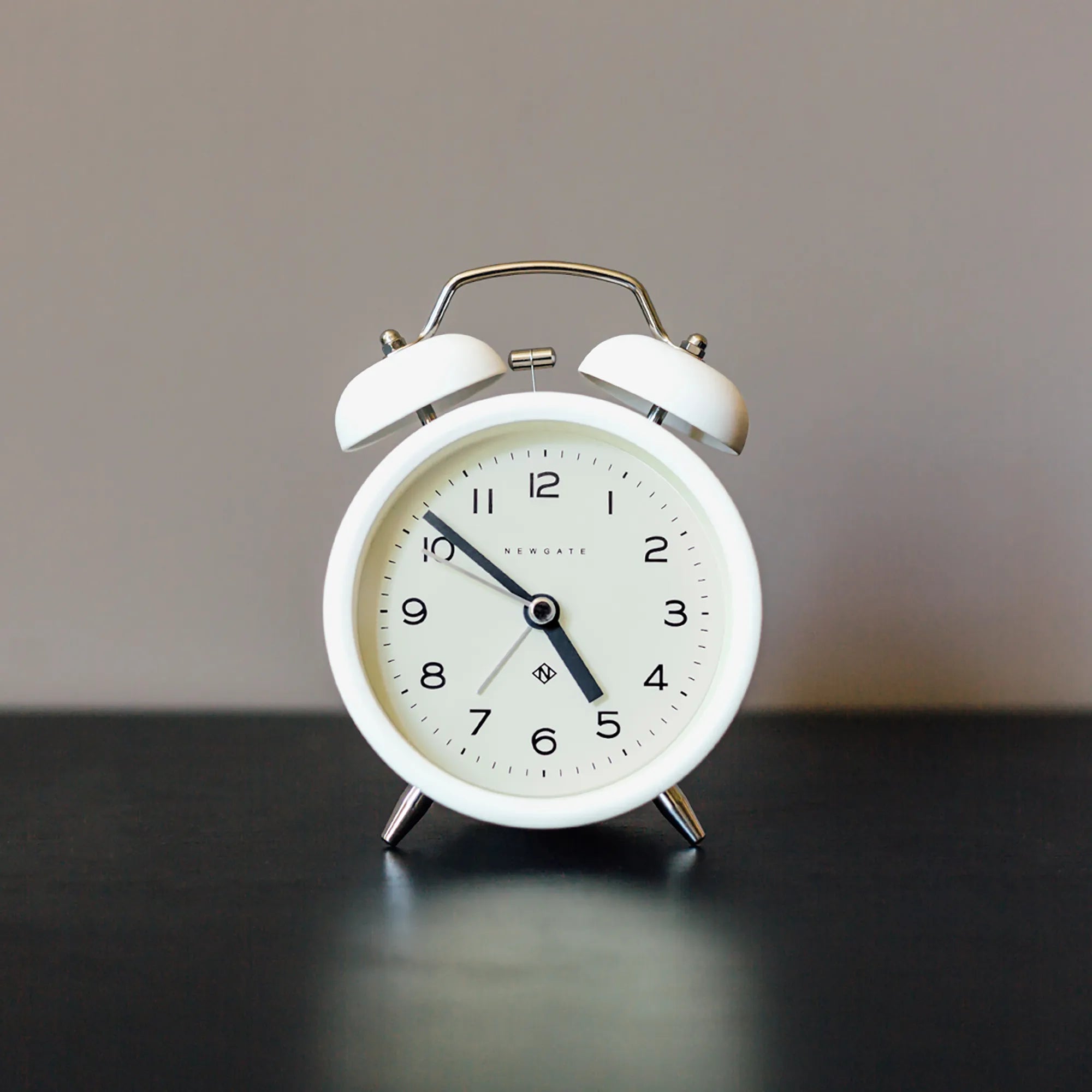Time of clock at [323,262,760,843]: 4:51
